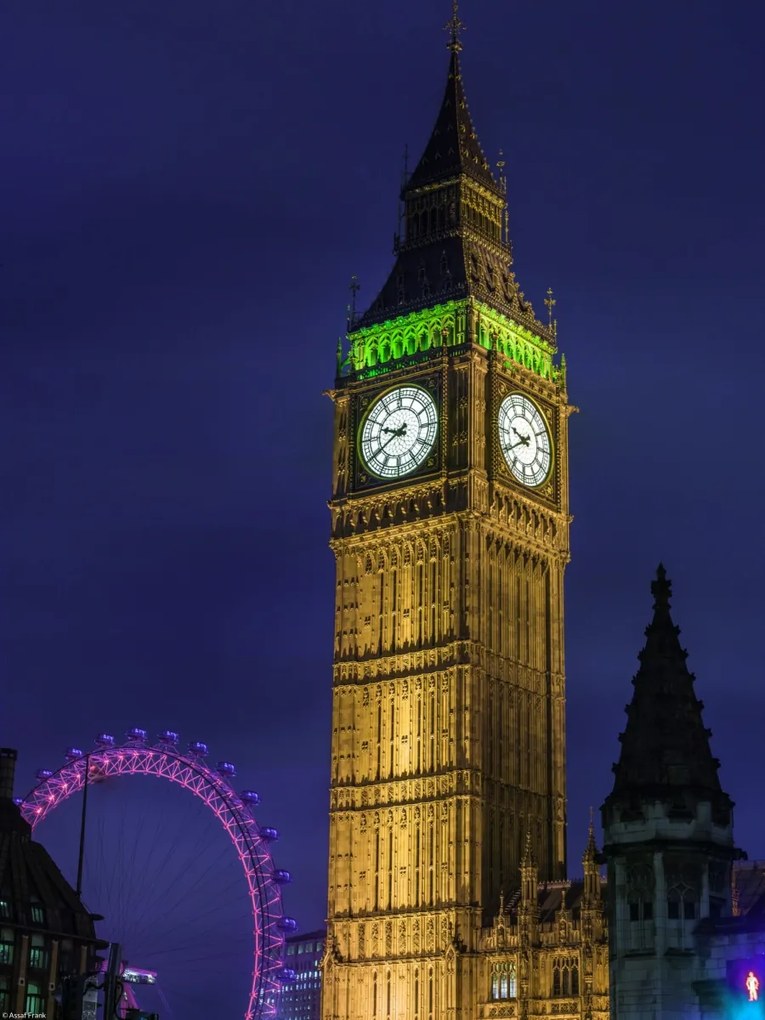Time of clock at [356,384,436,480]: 9:39
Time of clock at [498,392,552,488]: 9:39
